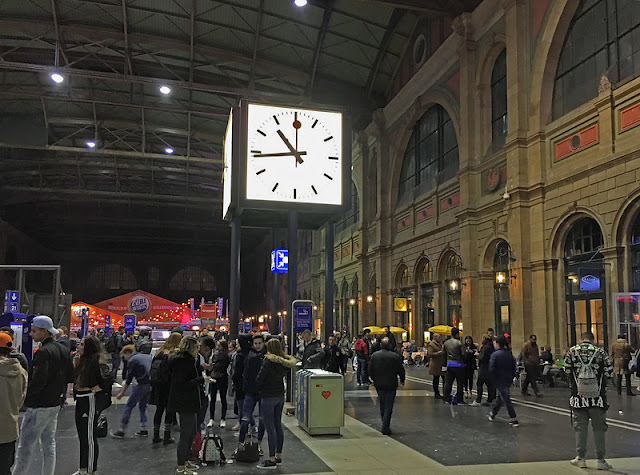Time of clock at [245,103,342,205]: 10:43
